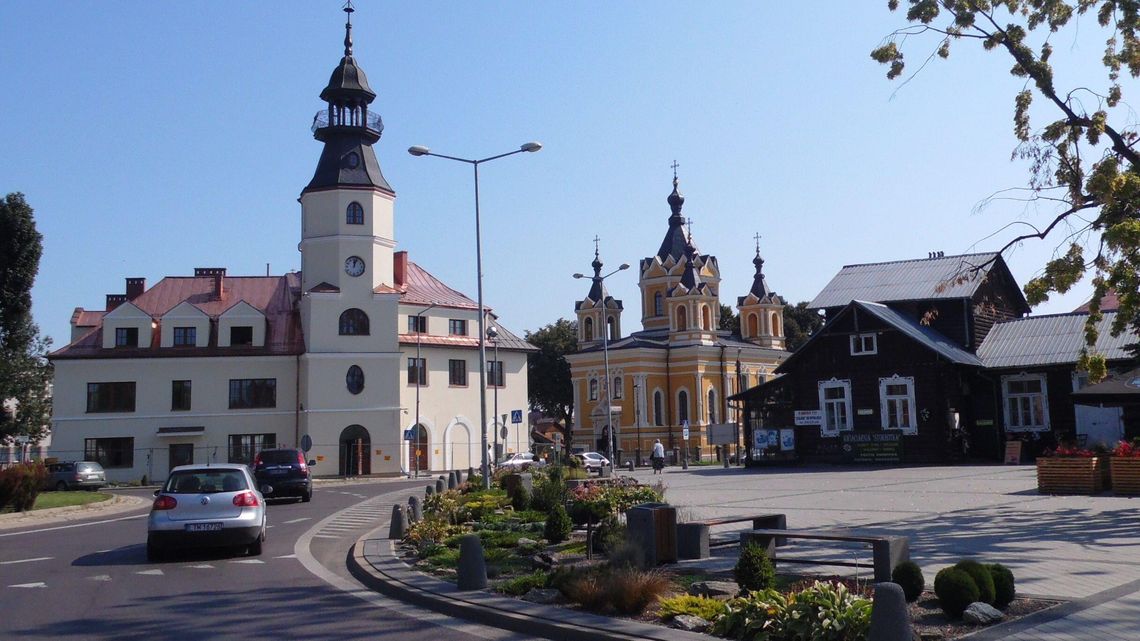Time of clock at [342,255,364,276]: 12:03
